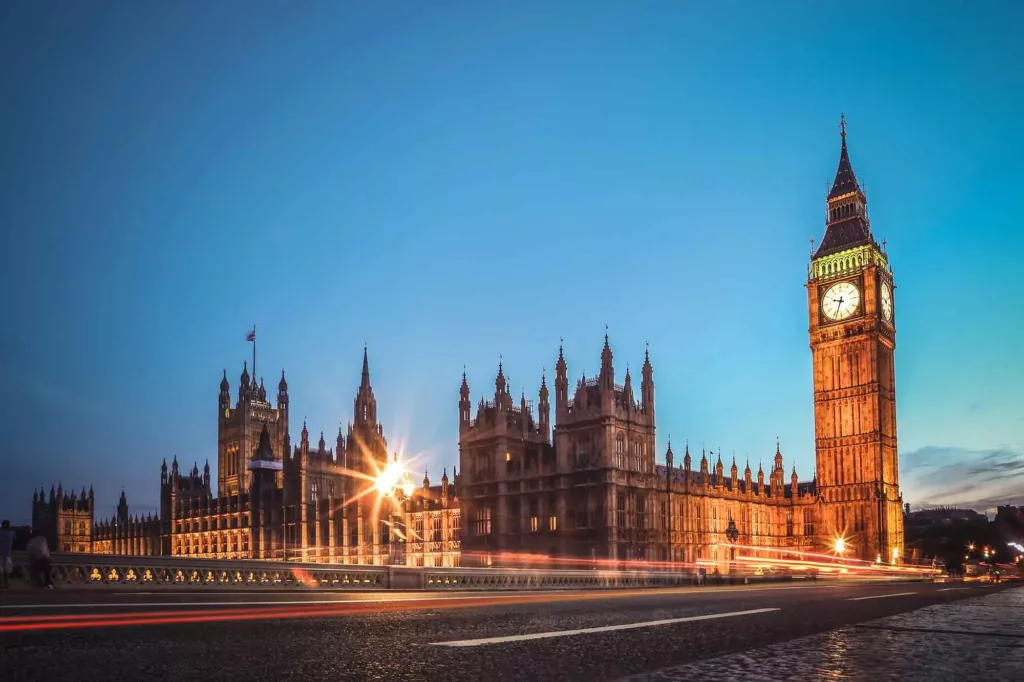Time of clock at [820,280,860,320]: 9:33
